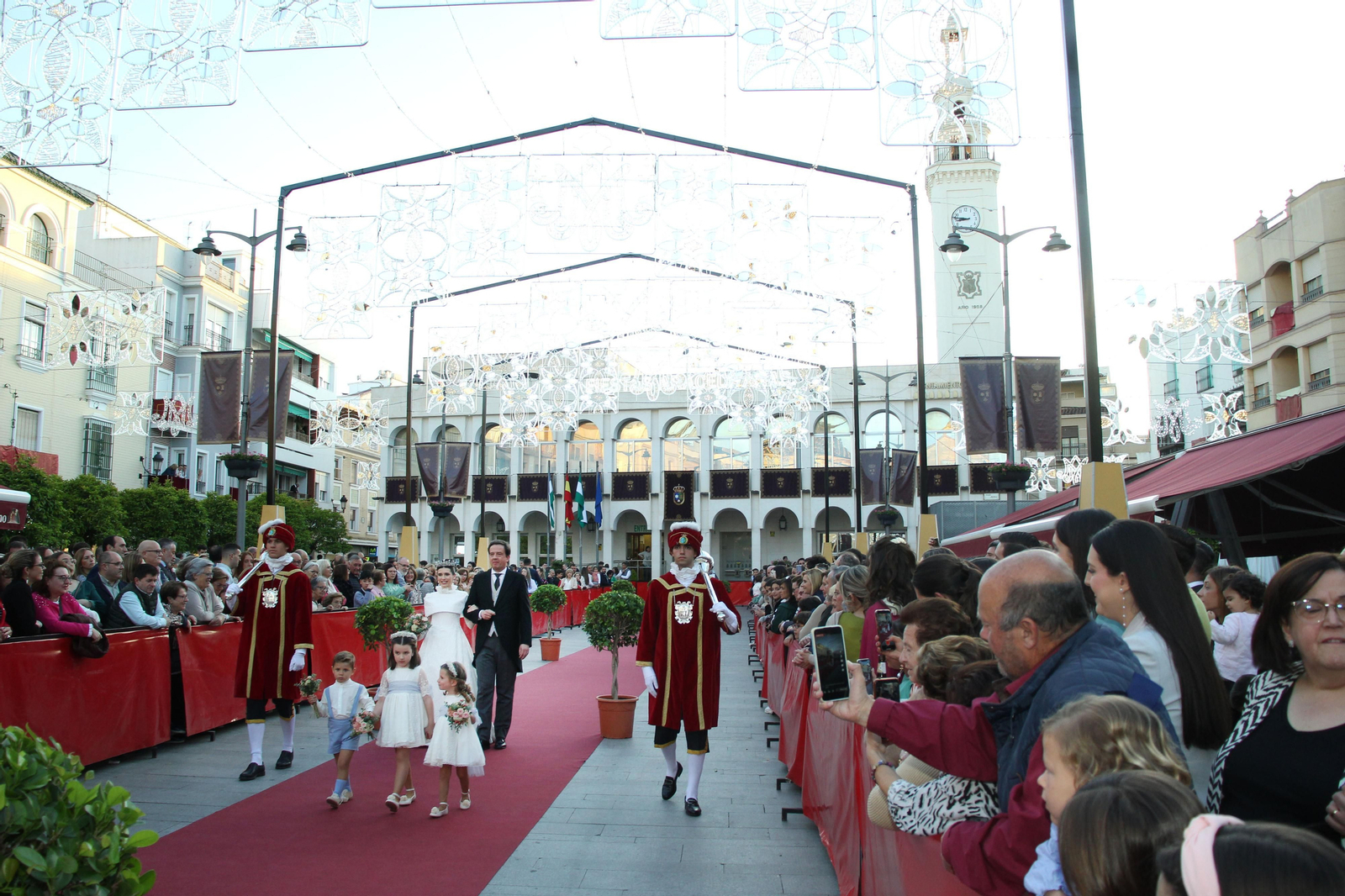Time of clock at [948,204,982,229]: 8:46
